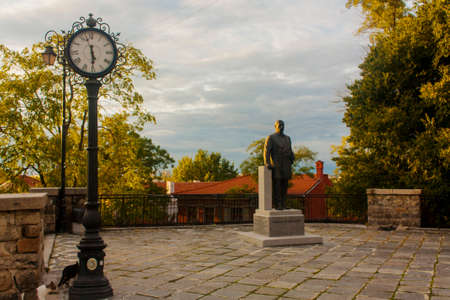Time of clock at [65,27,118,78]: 5:29
